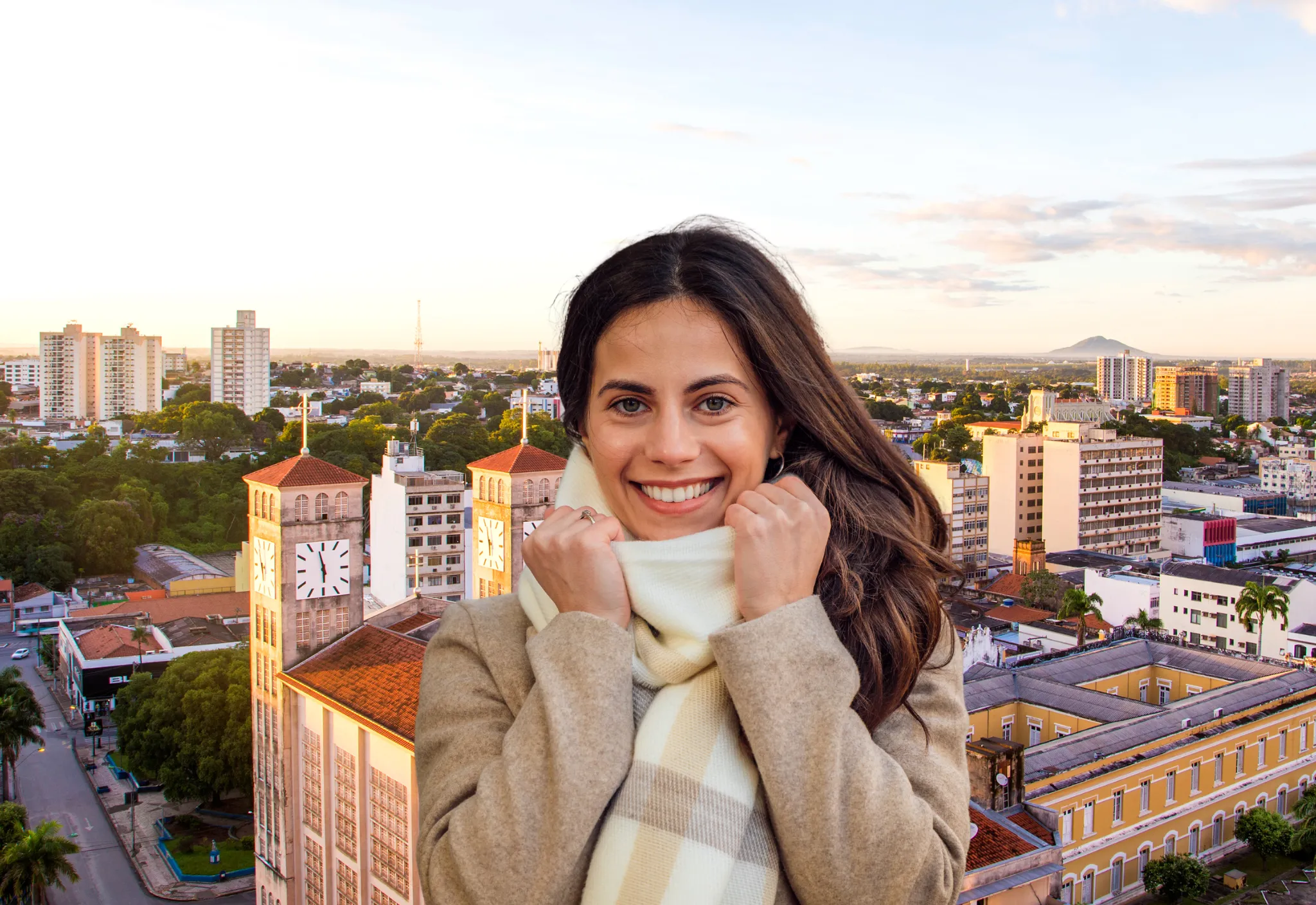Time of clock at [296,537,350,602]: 5:57
